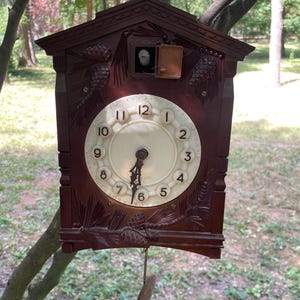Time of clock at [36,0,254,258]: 6:31
